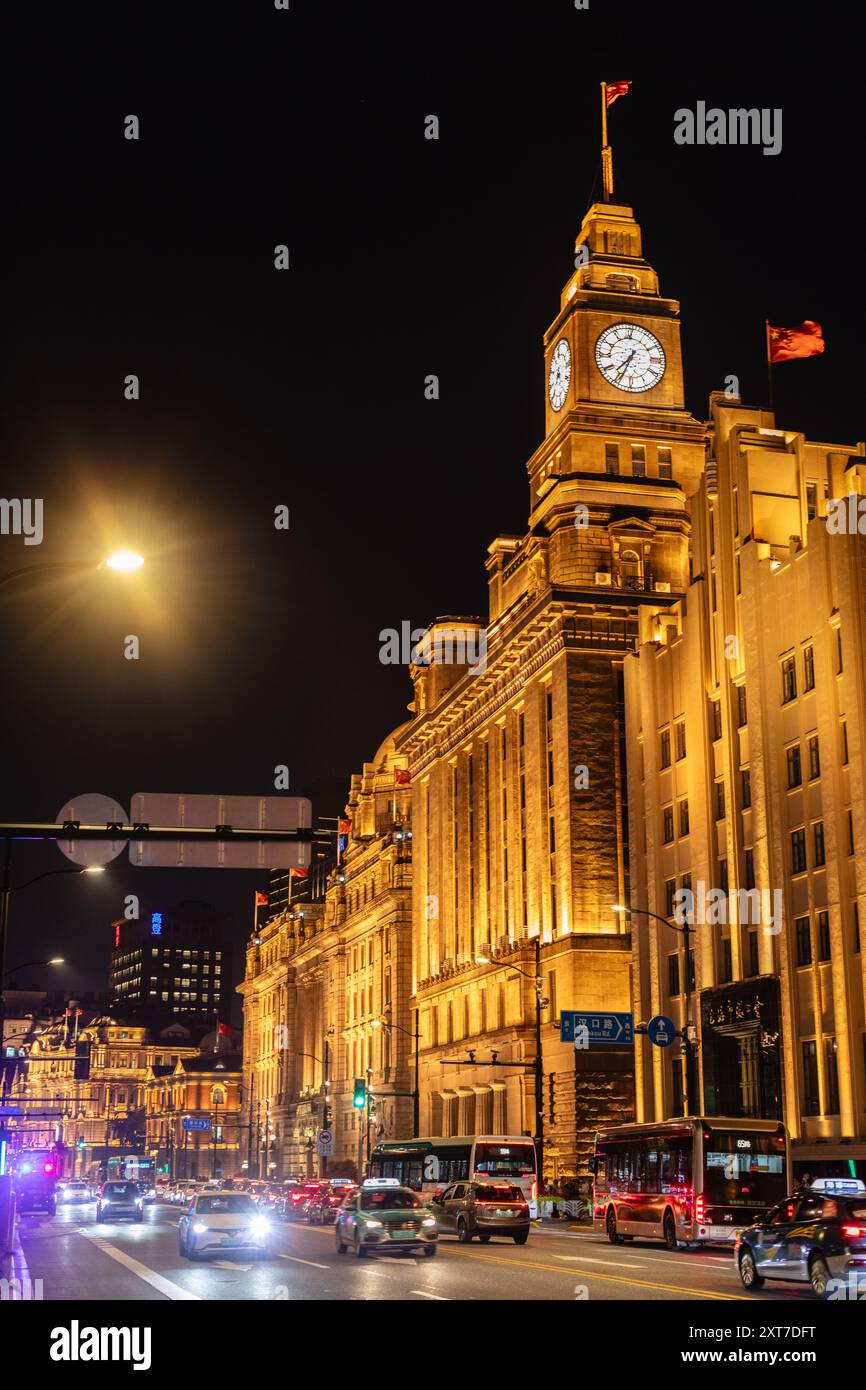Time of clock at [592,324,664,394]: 7:34
